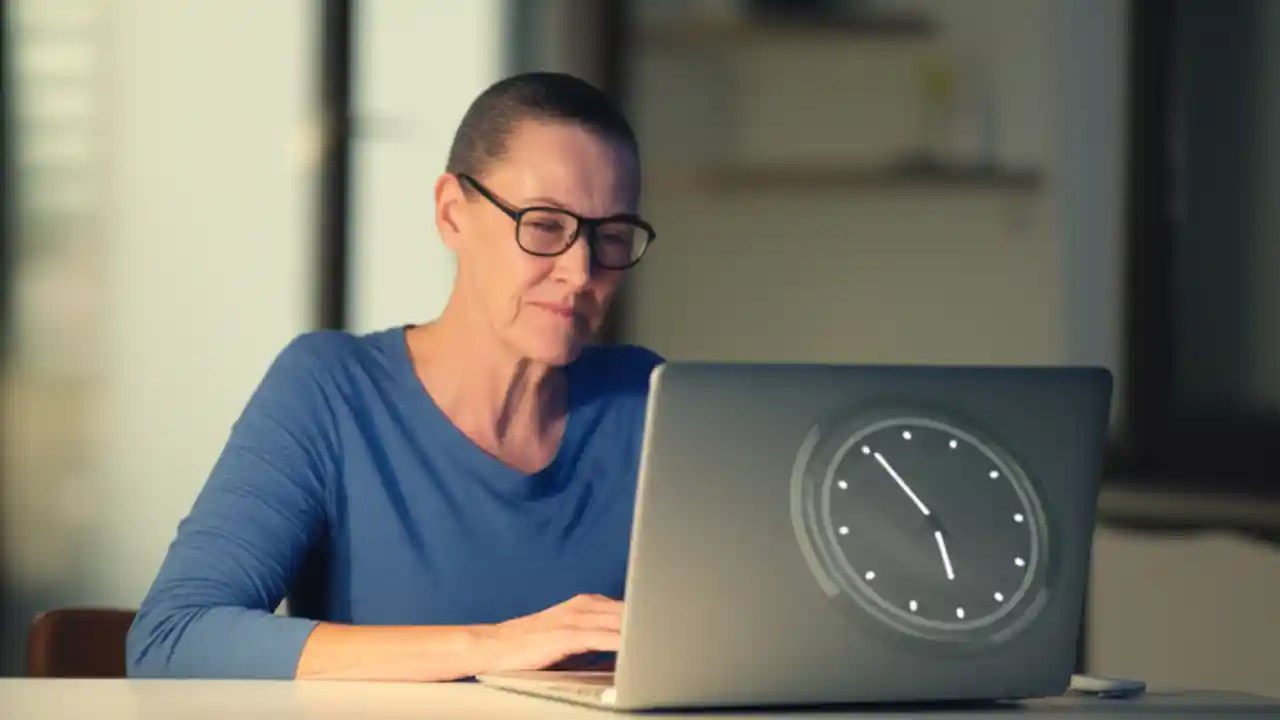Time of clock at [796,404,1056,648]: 5:55
